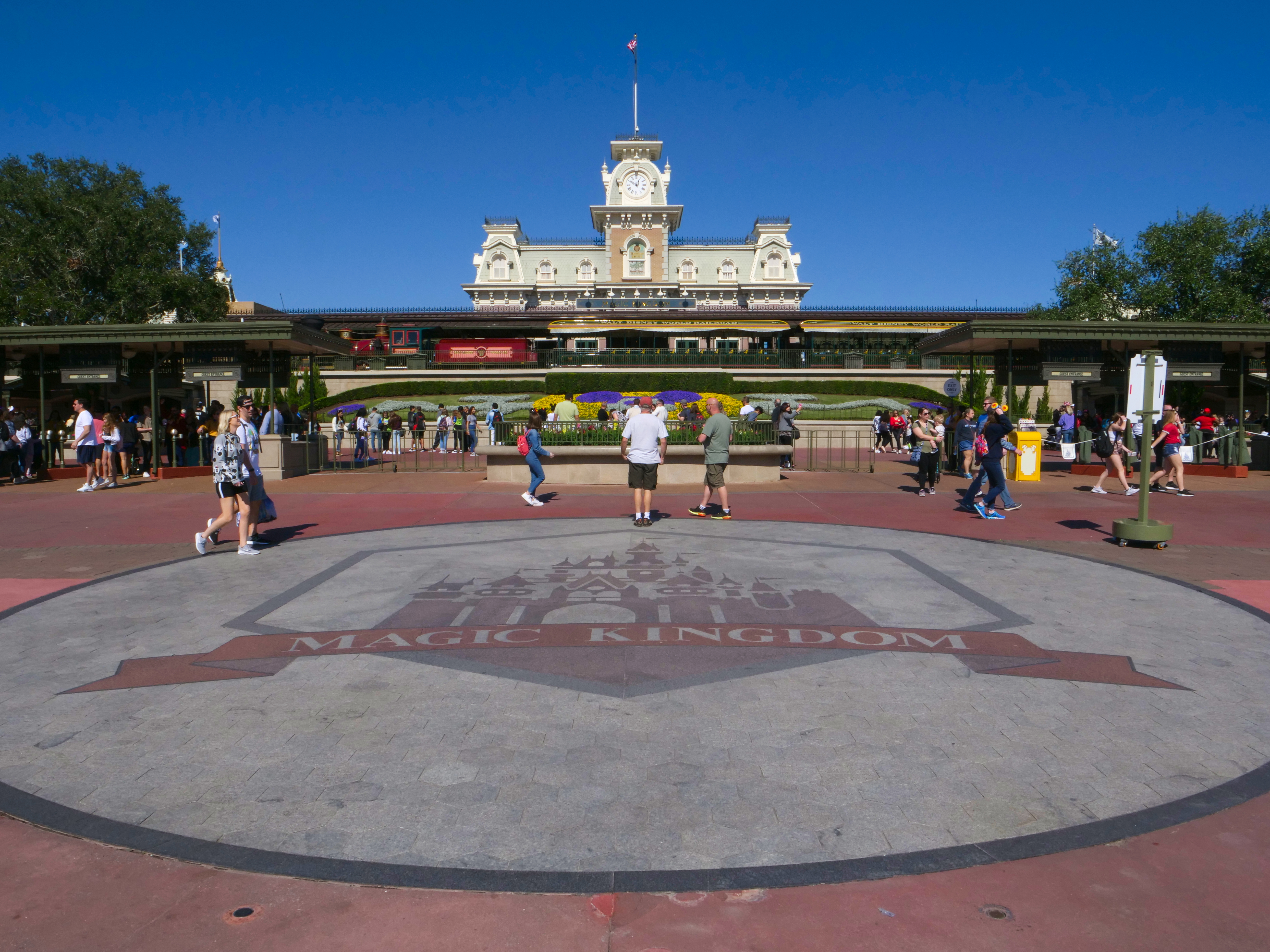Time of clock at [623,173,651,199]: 12:50
